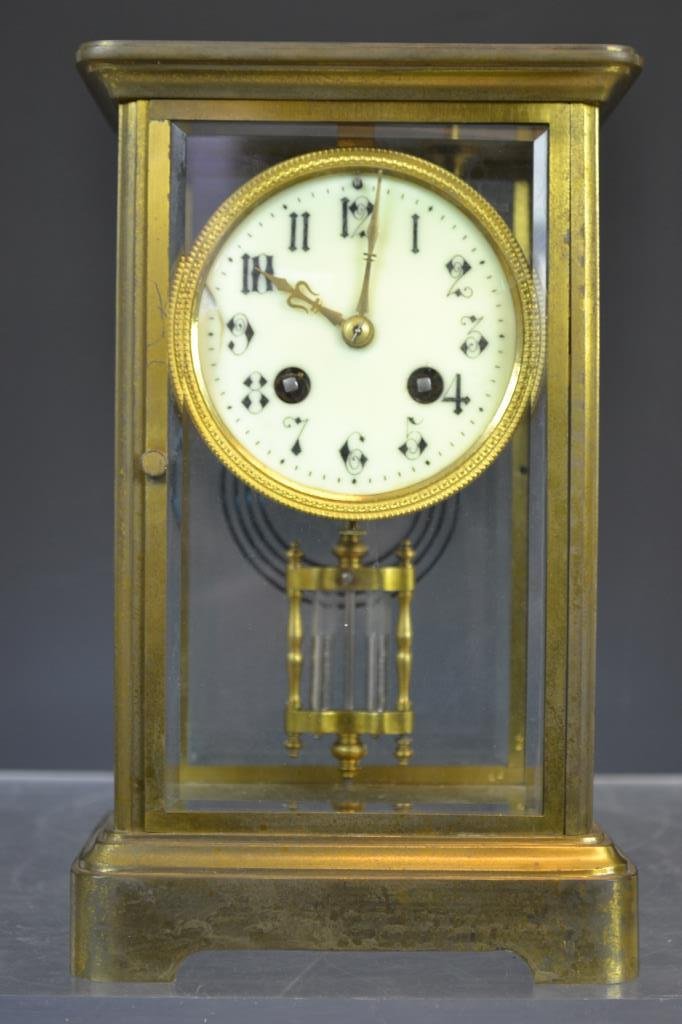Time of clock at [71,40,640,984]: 10:01
